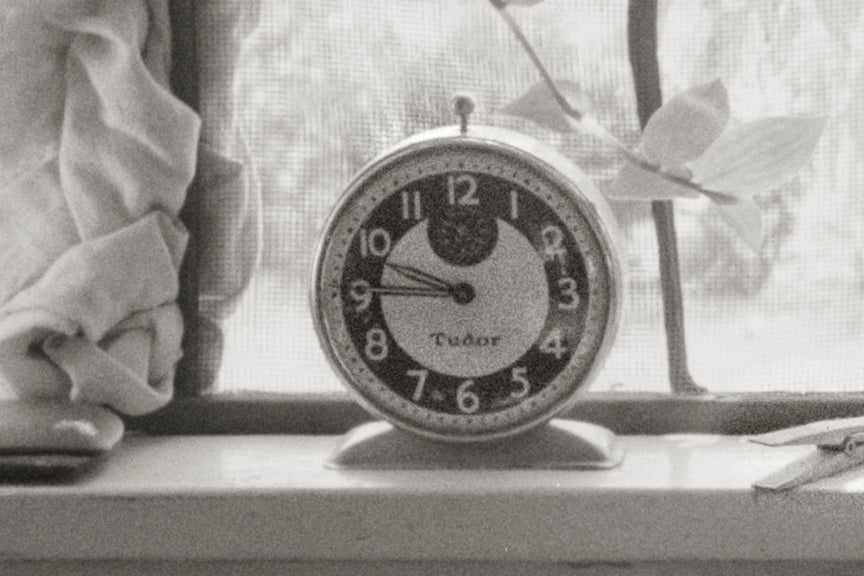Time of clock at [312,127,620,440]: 9:45
